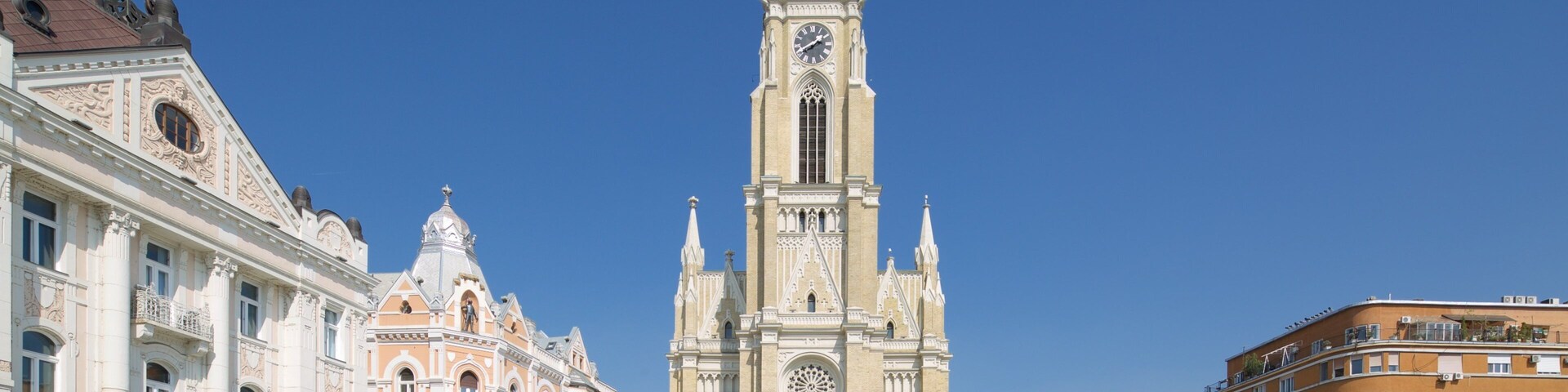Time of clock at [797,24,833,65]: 1:40
